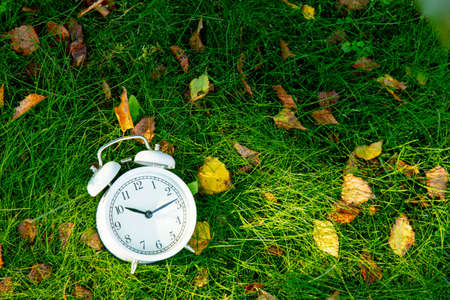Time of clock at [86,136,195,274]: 10:13
